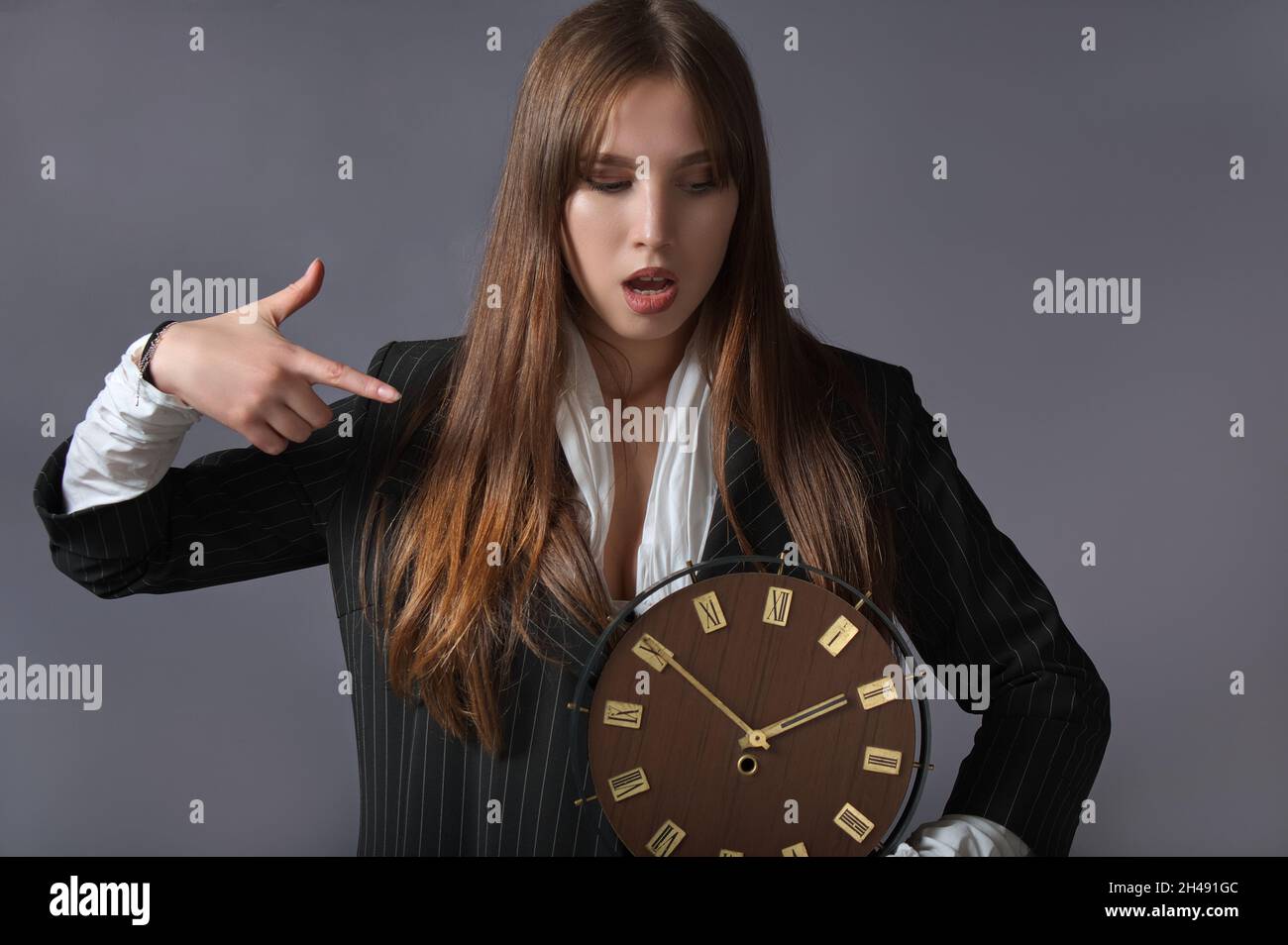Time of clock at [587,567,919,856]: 1:50
